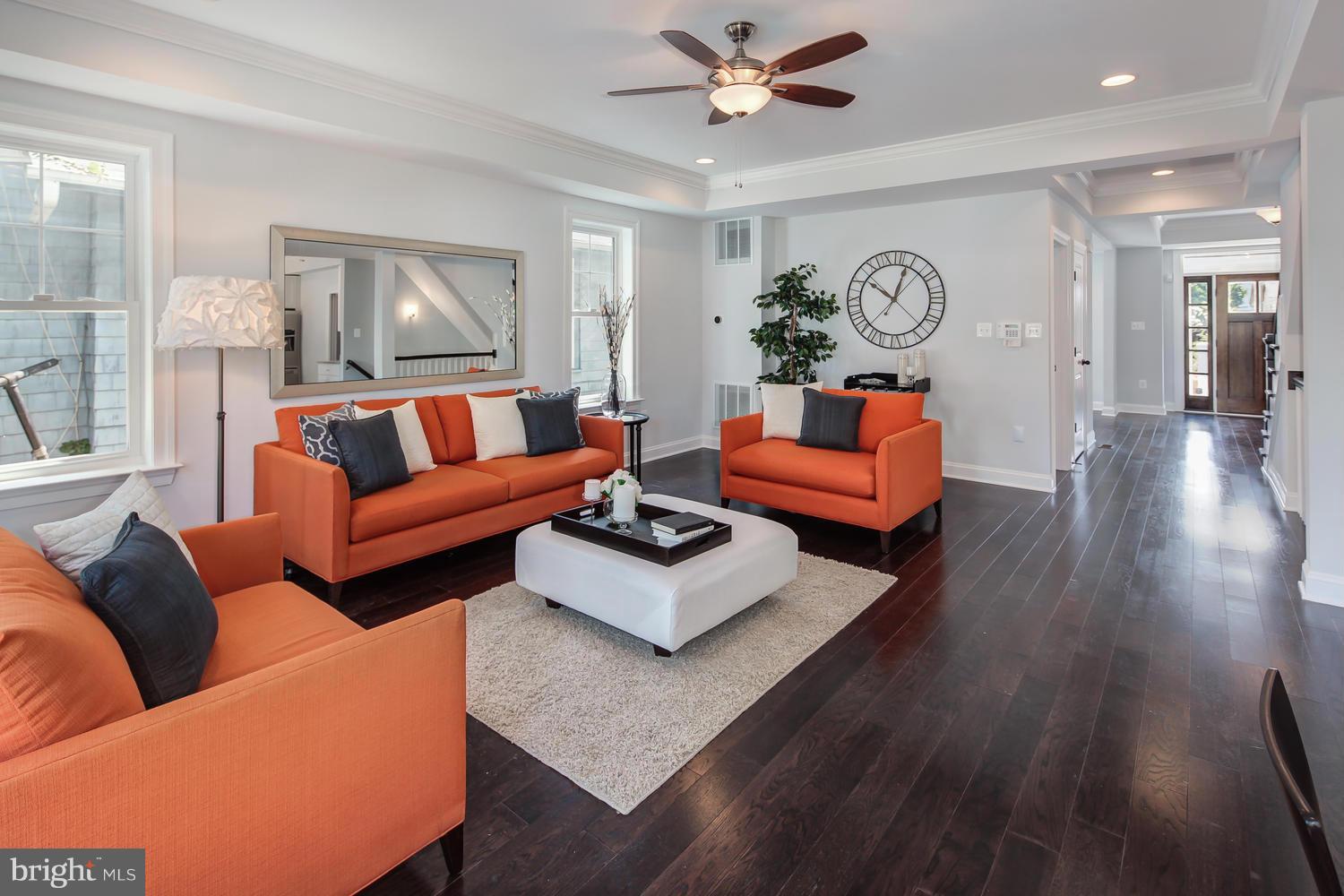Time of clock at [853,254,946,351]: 10:03
